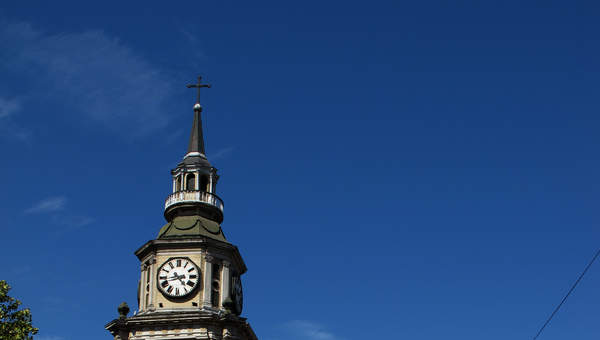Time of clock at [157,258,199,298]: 4:42
